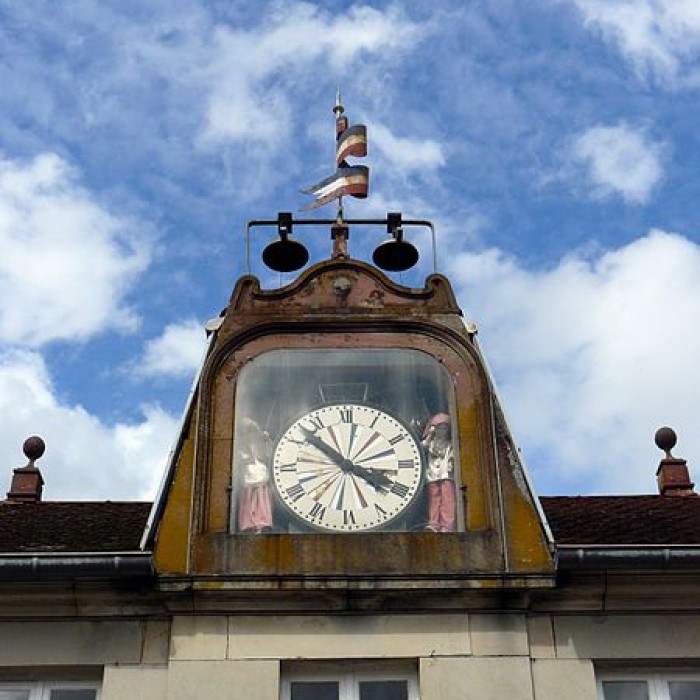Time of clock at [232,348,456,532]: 3:52
